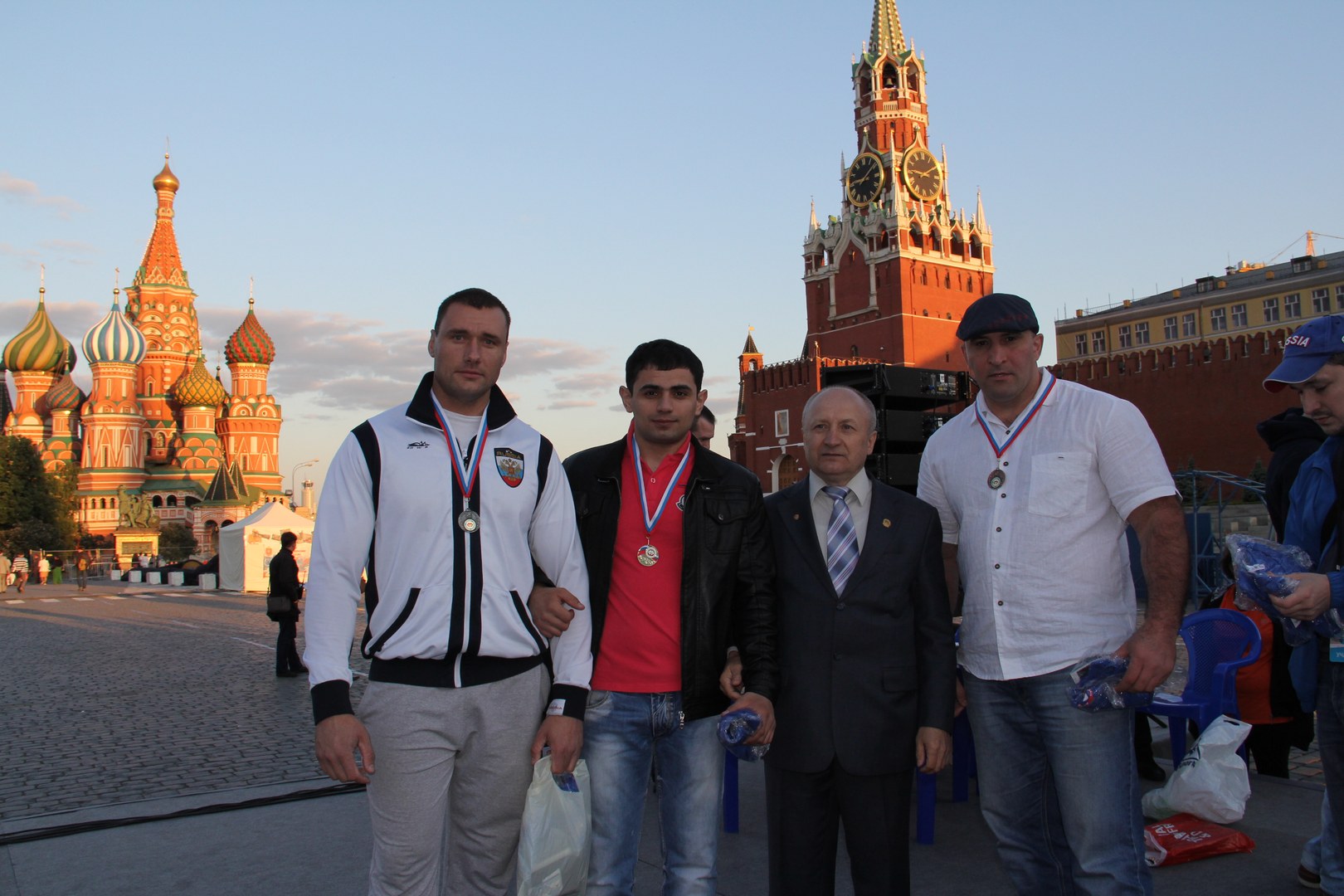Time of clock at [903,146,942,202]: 9:10
